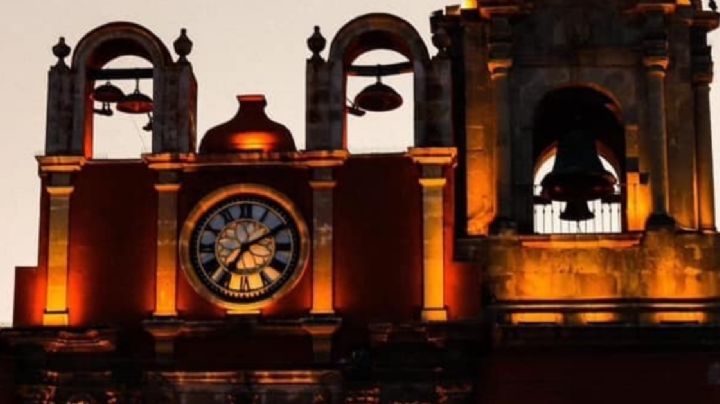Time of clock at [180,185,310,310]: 7:10
